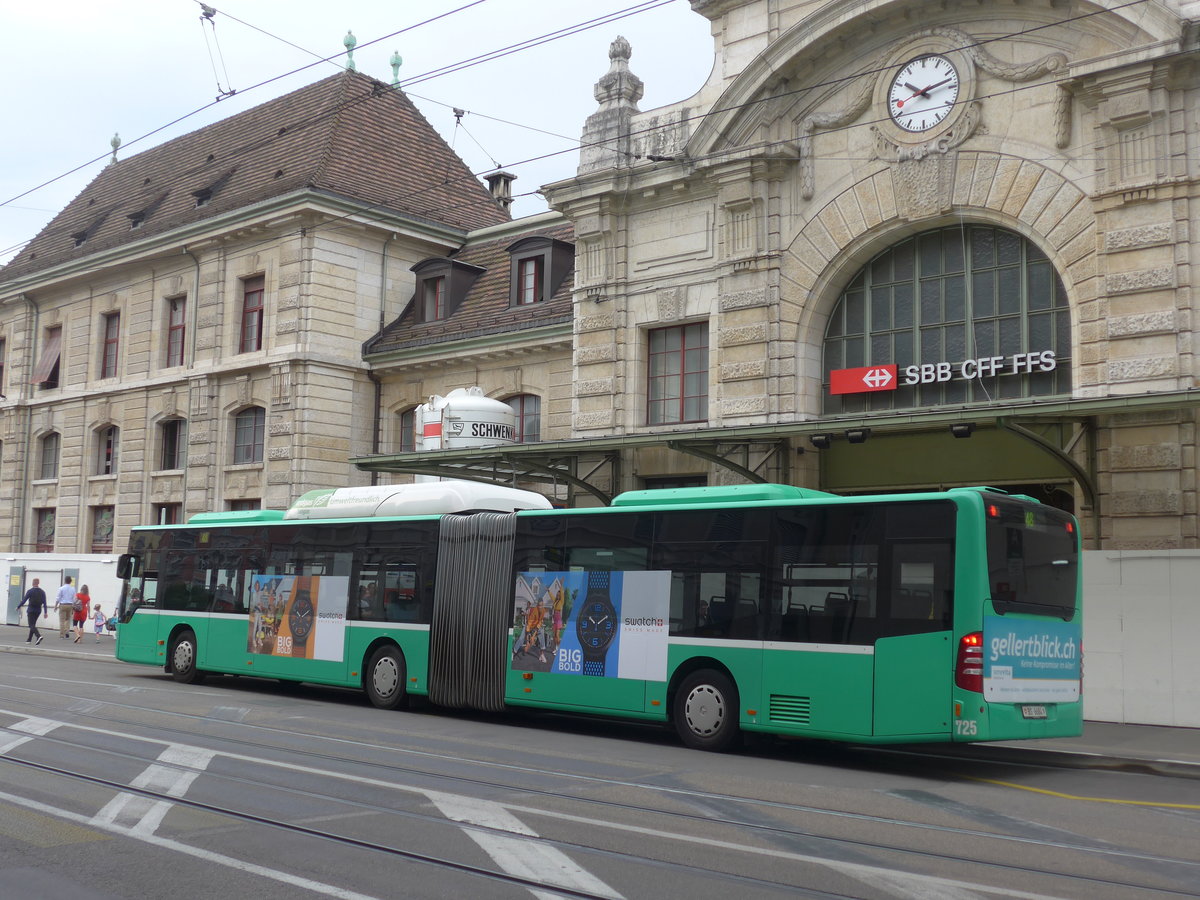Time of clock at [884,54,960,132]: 10:12
